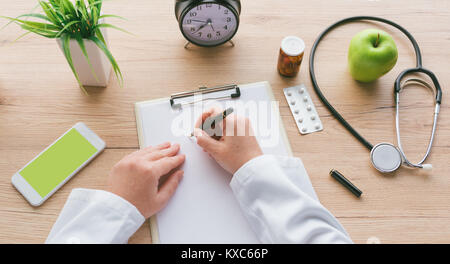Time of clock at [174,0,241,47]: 7:46
